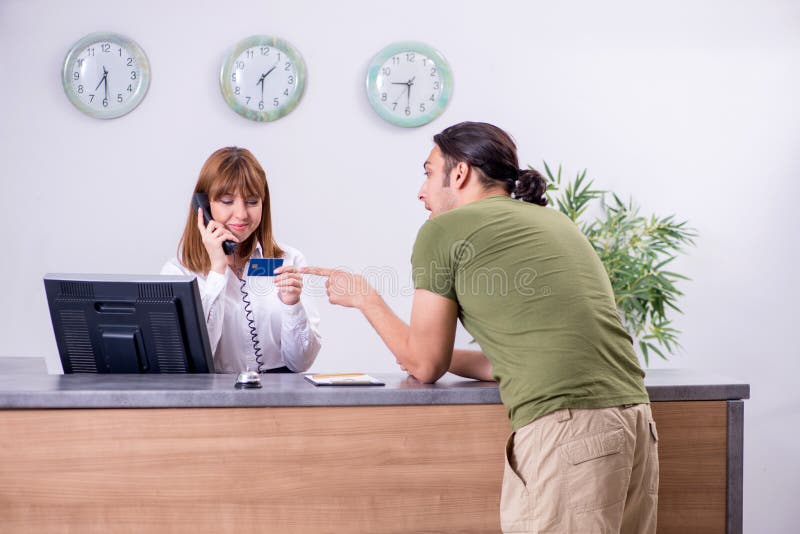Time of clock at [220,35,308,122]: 1:29
